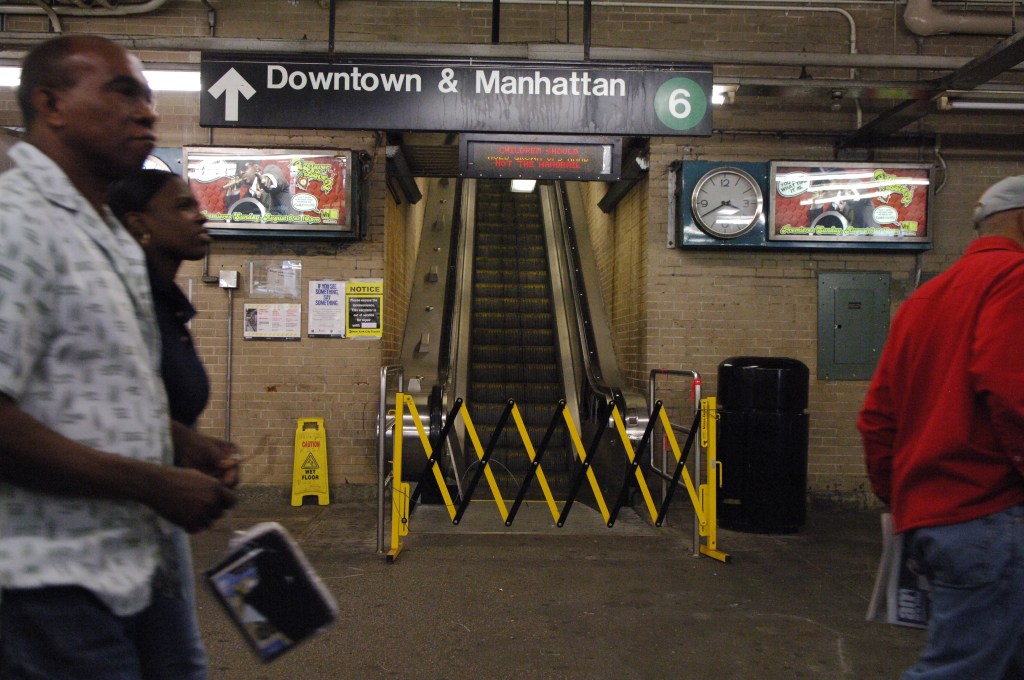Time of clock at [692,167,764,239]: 3:40
